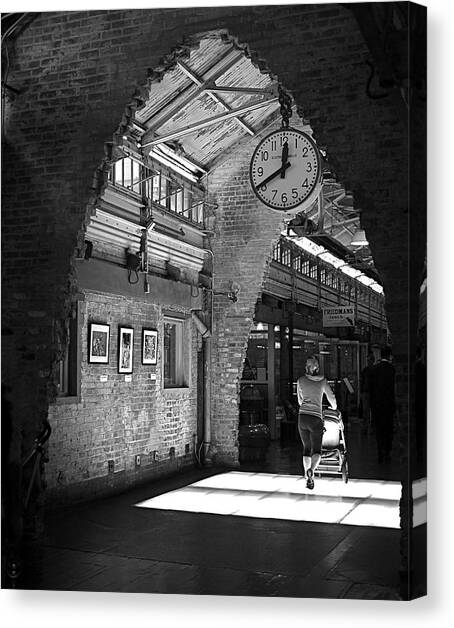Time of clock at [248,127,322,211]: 11:40
